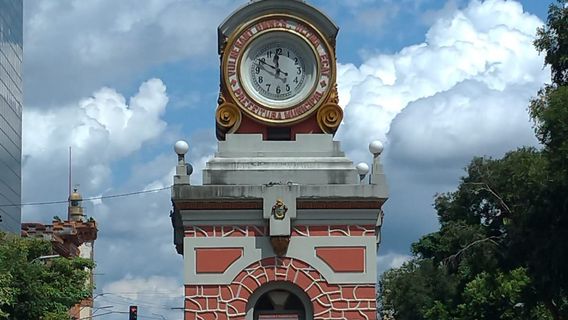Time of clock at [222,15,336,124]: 11:49
